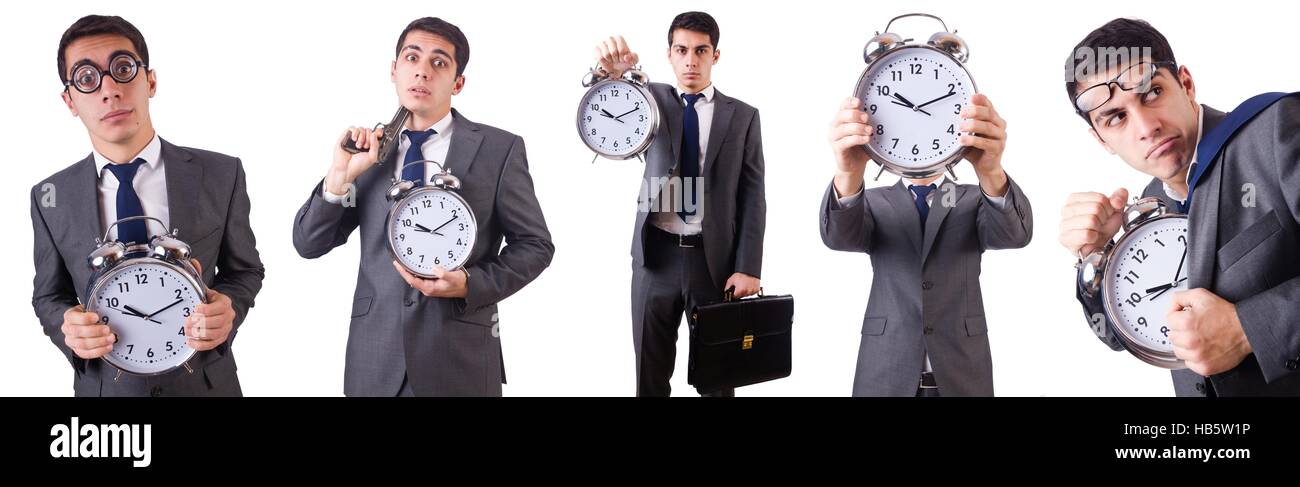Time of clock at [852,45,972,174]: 10:11
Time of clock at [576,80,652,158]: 10:11
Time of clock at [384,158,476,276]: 10:11
